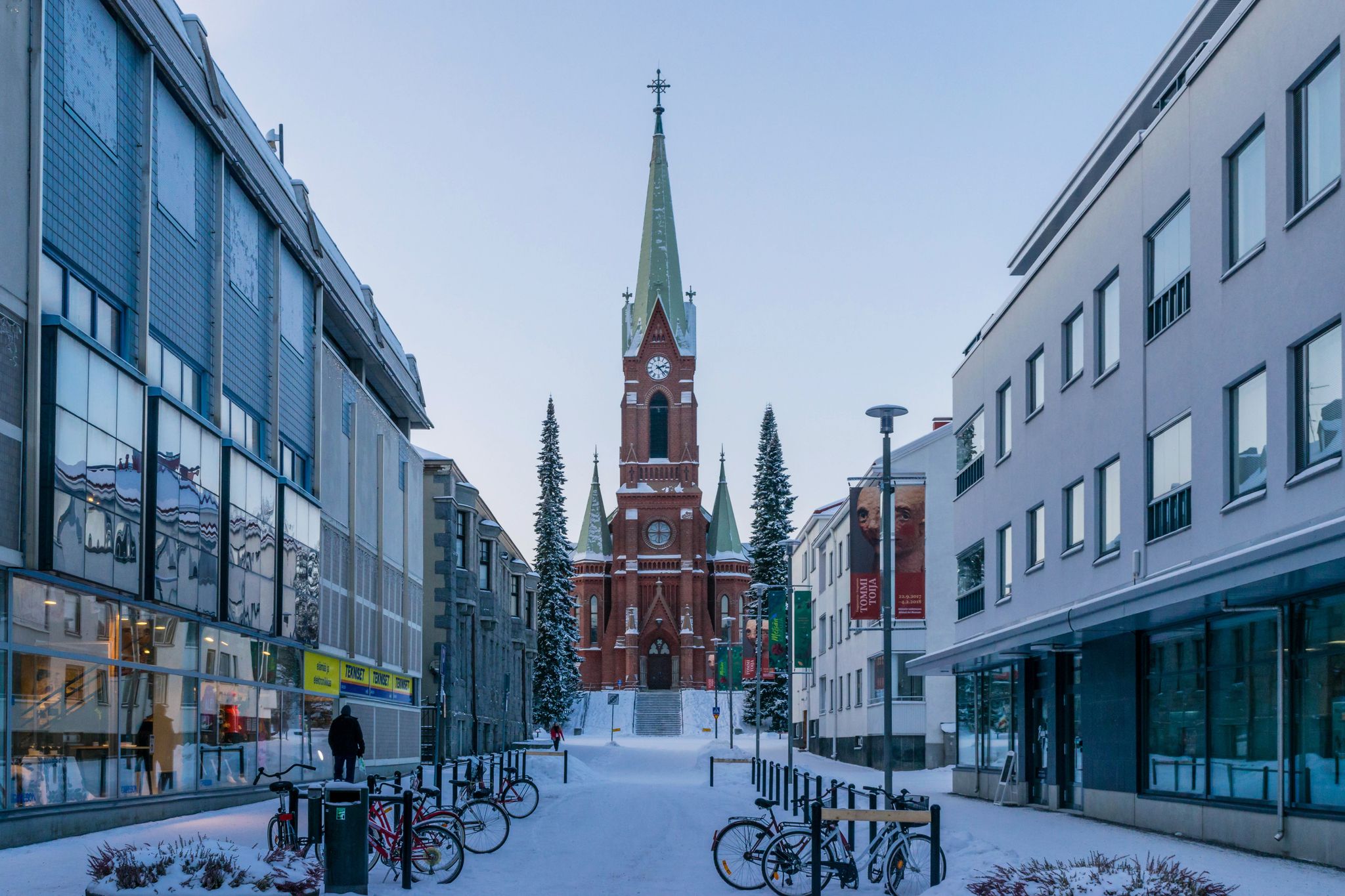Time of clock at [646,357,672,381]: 2:23
